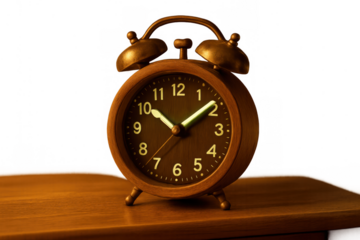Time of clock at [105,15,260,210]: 10:08
